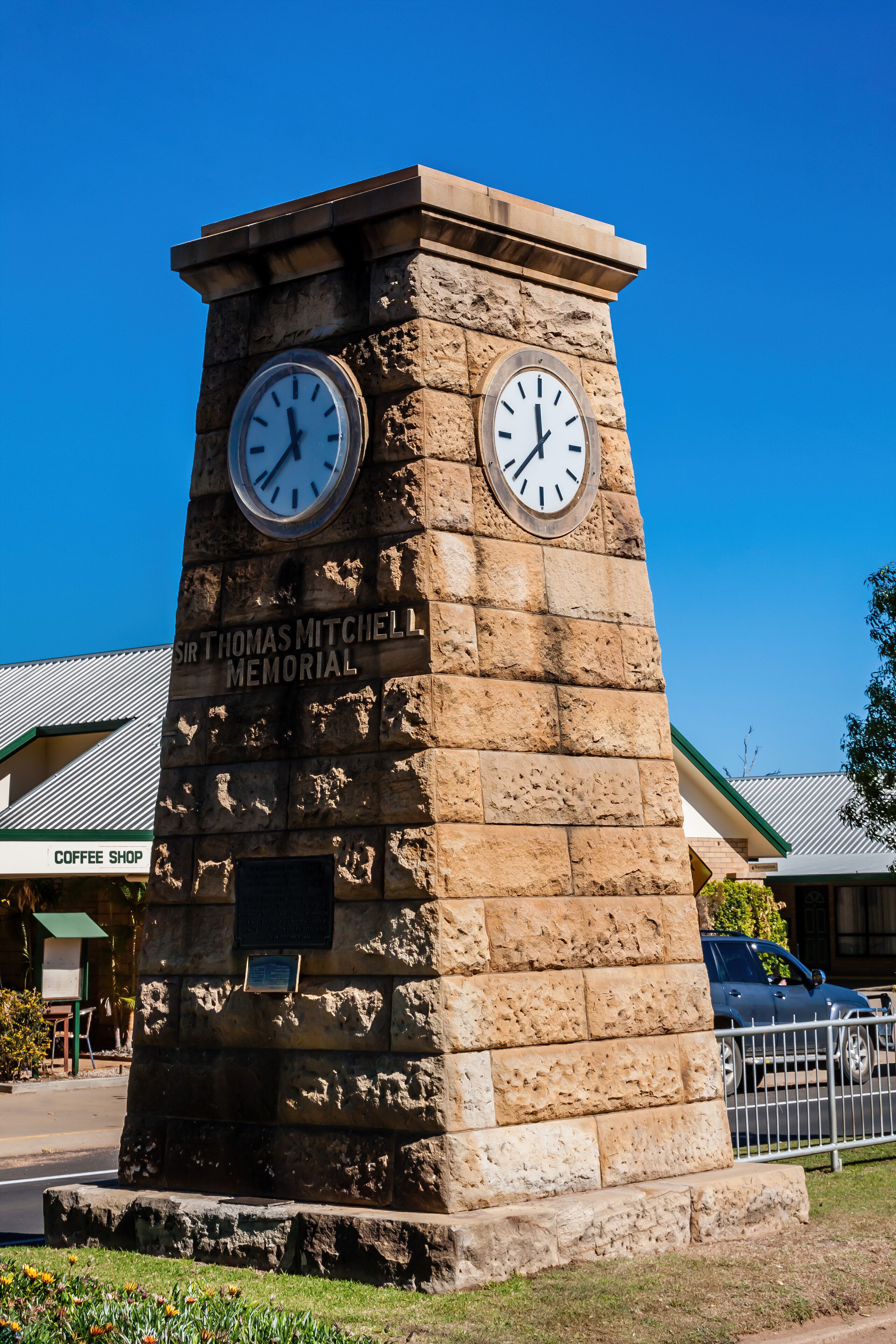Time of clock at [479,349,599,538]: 11:37
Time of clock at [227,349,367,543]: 11:37
